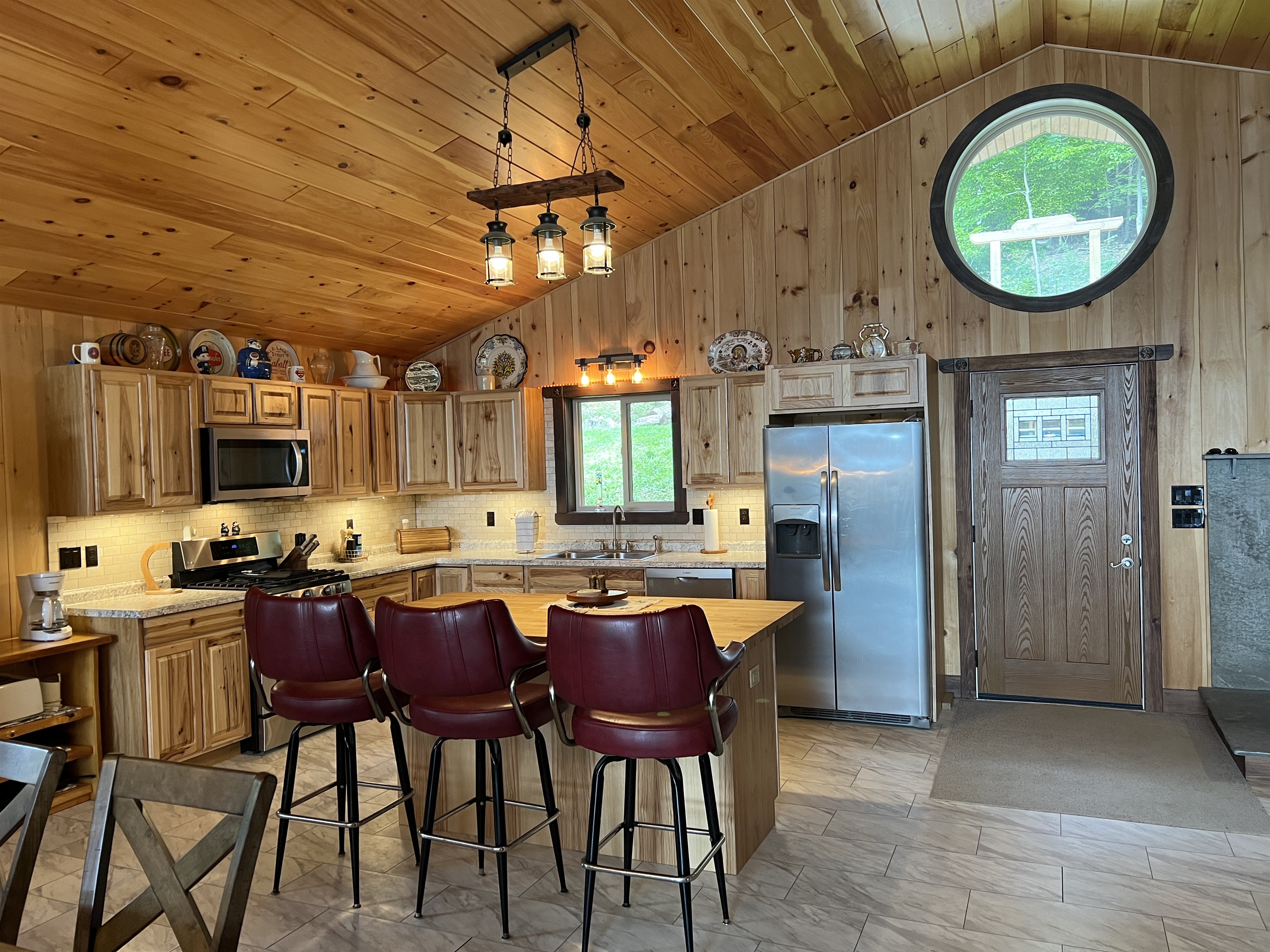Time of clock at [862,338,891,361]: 5:57
